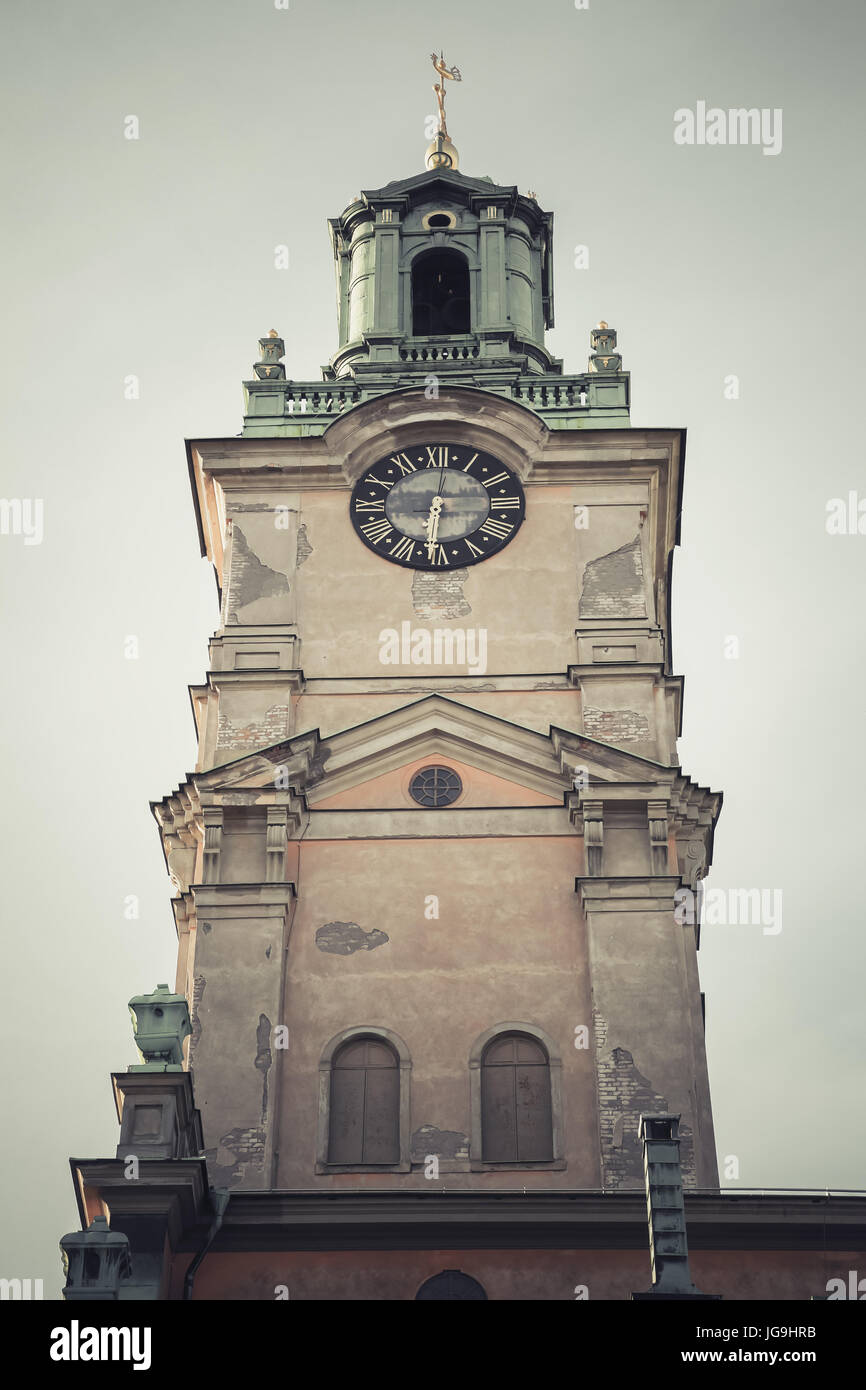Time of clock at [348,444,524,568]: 6:01
